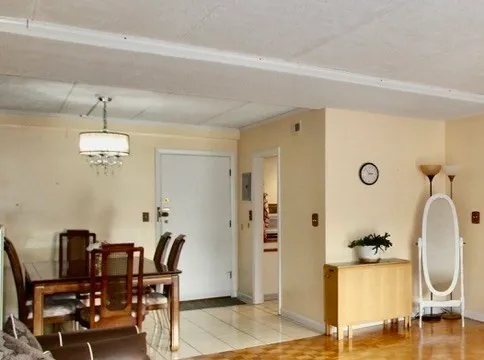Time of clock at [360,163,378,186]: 2:53
